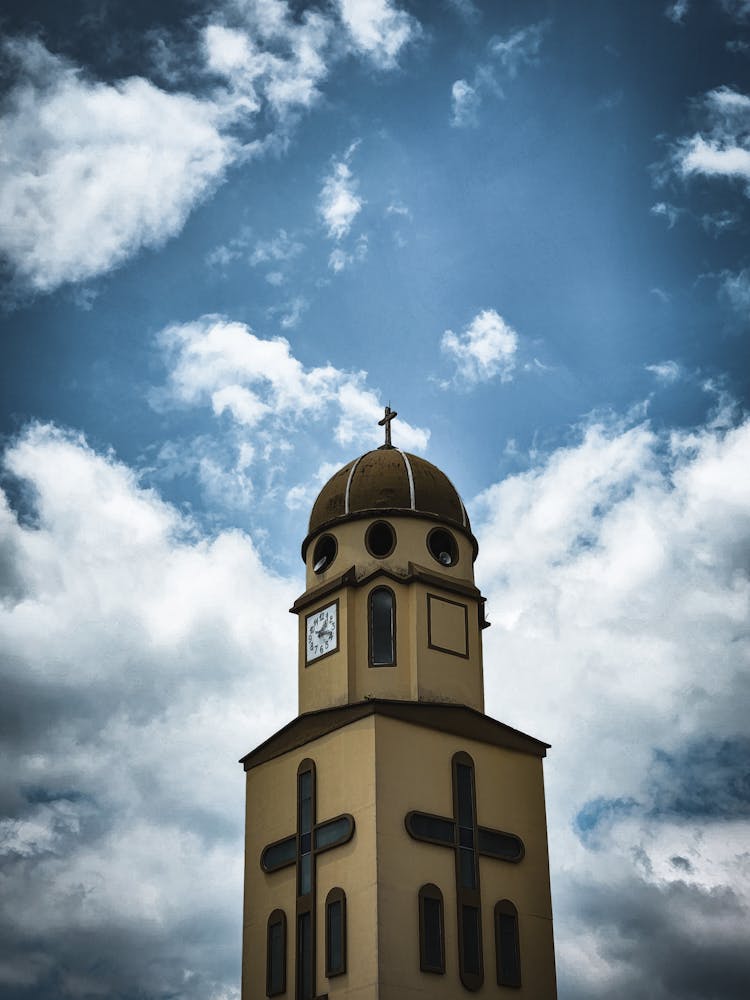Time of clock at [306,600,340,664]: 1:18
